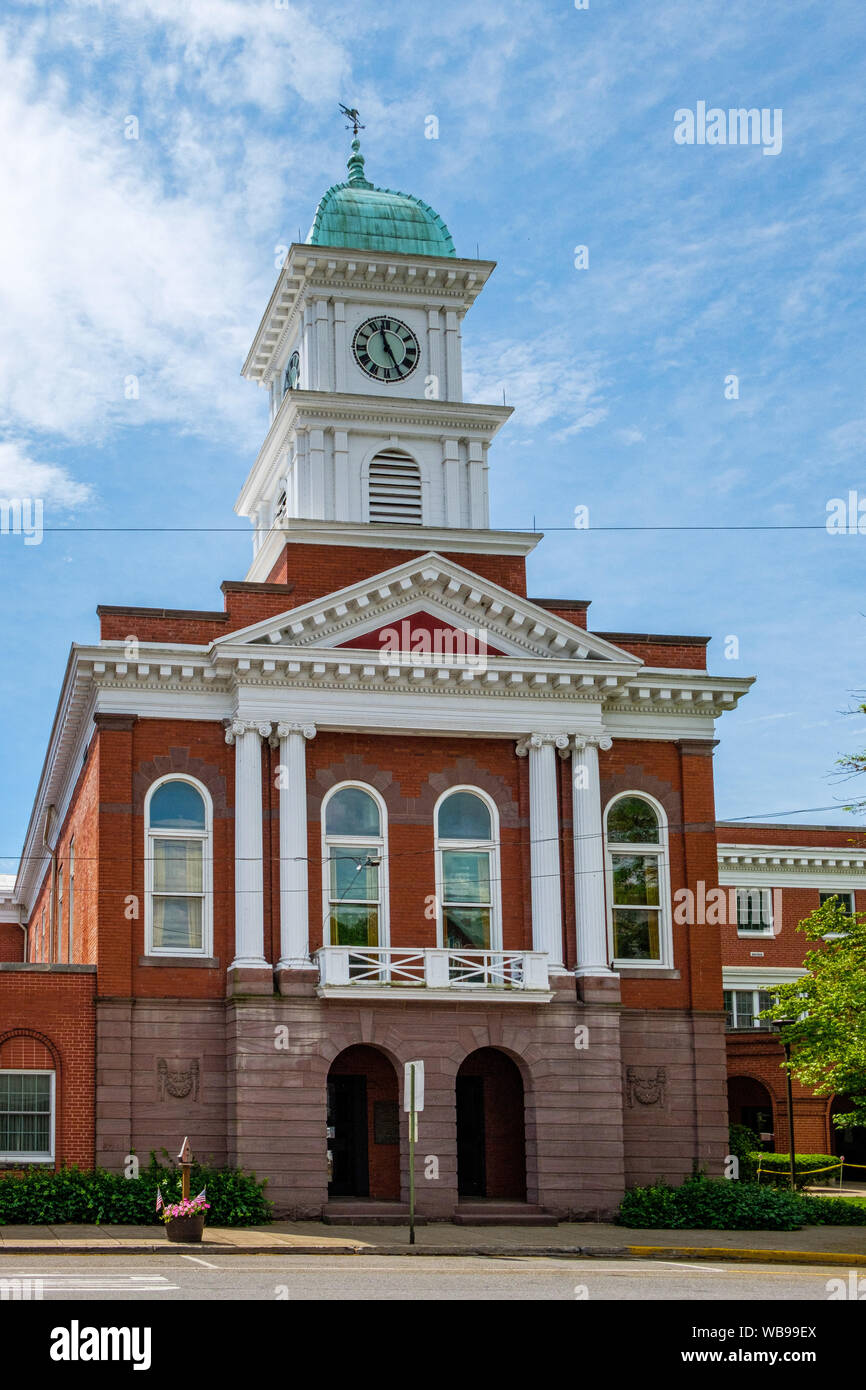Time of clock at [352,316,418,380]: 11:25
